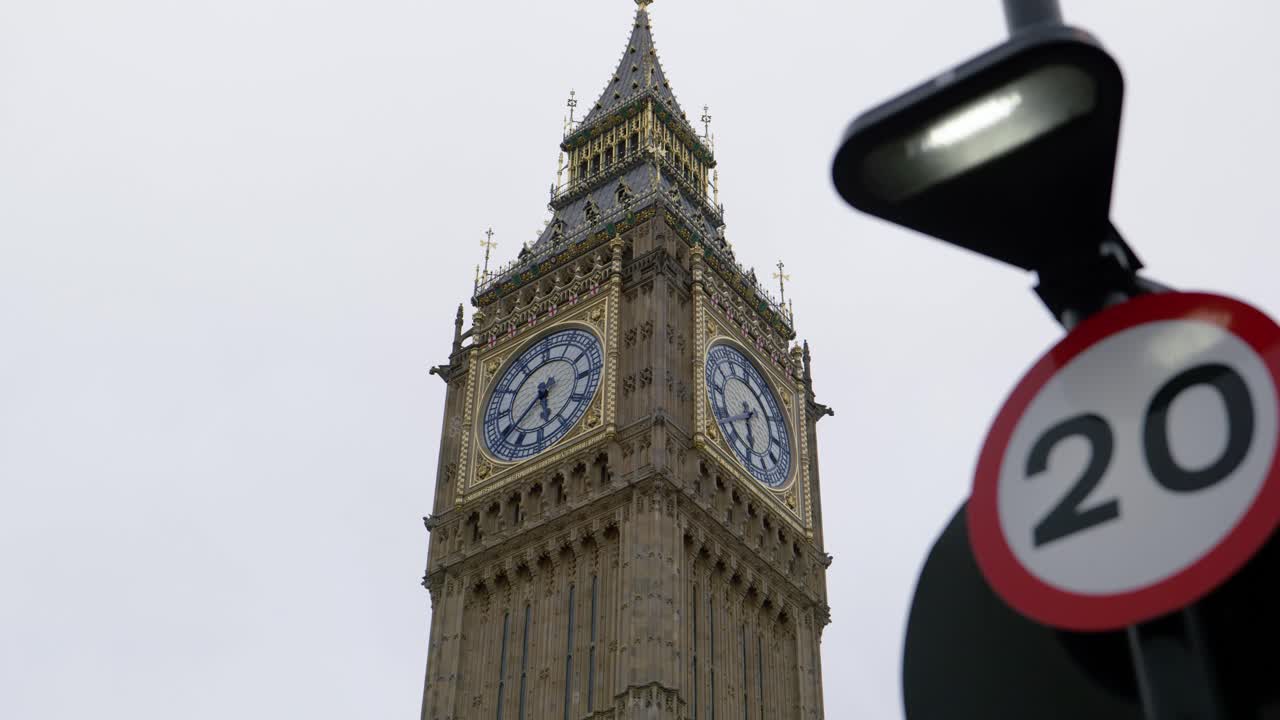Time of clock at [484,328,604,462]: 5:38
